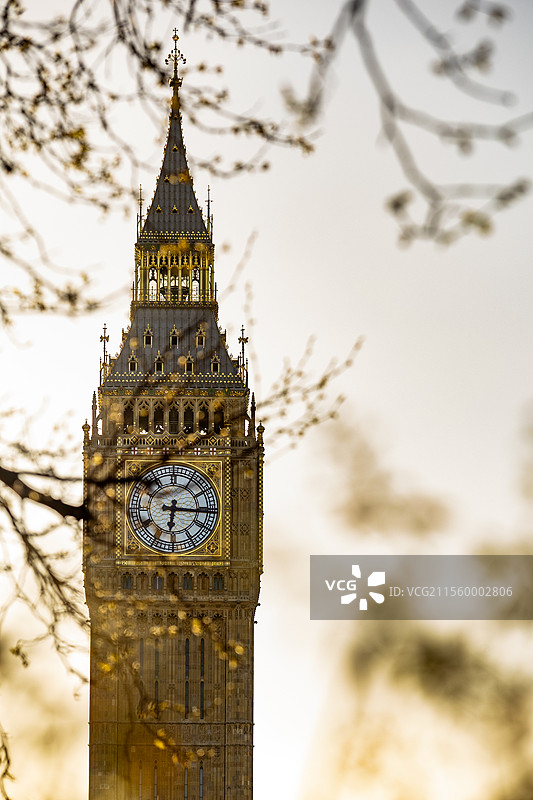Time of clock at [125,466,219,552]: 6:15
